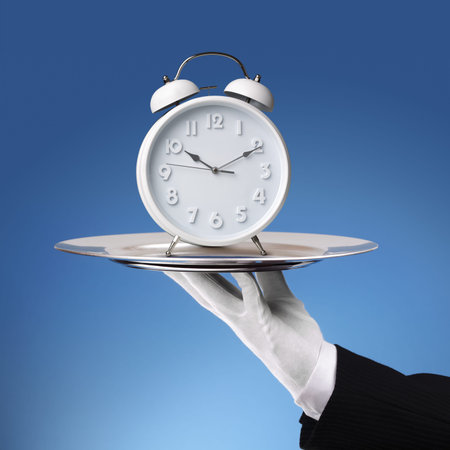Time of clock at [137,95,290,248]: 10:10
